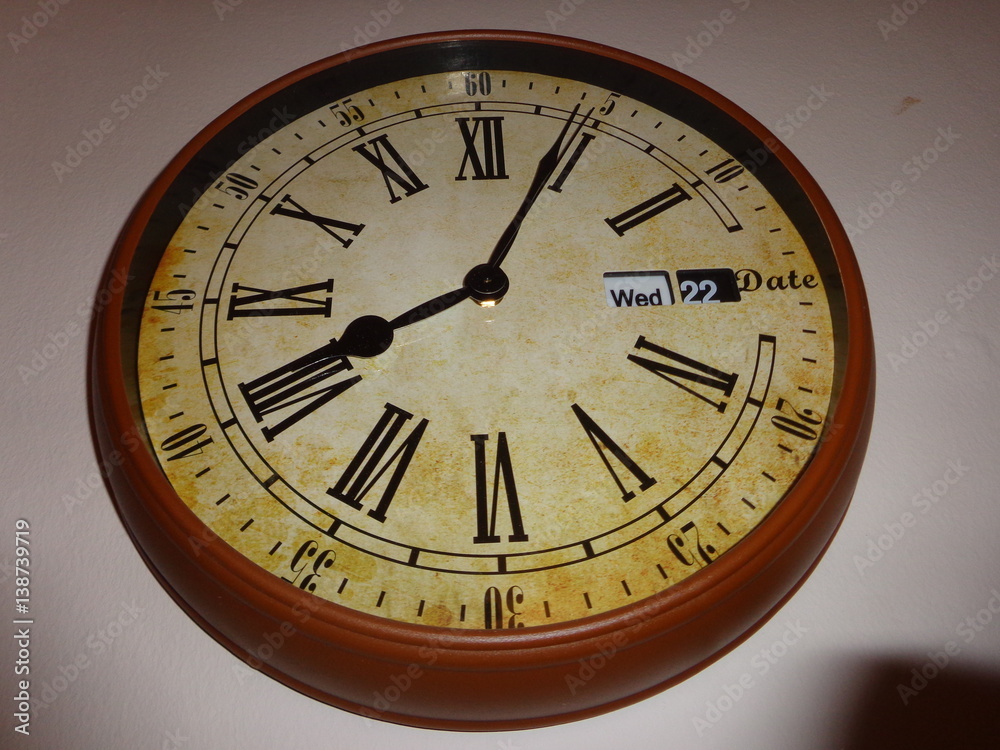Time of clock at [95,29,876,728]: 8:04
